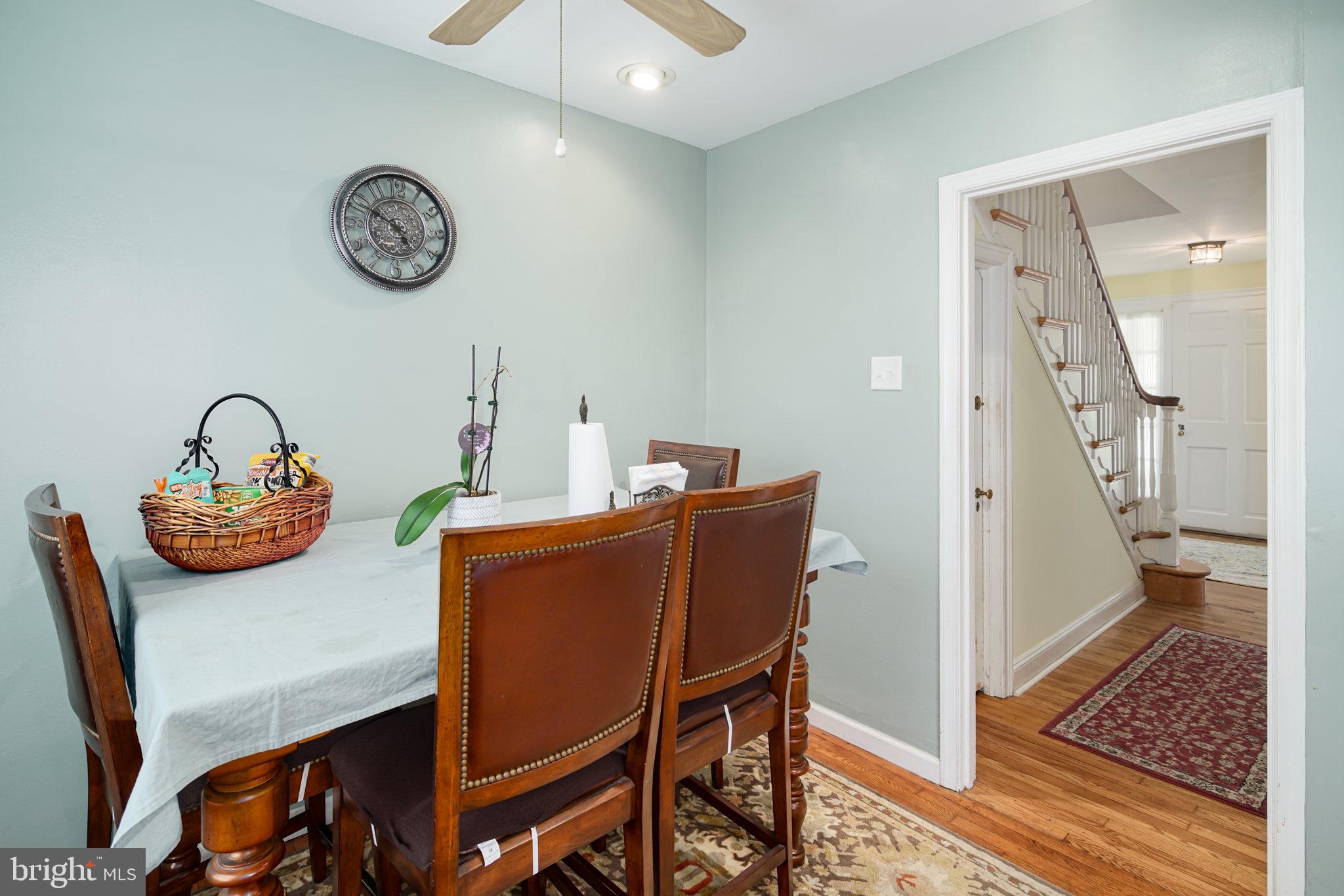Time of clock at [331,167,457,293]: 4:49
